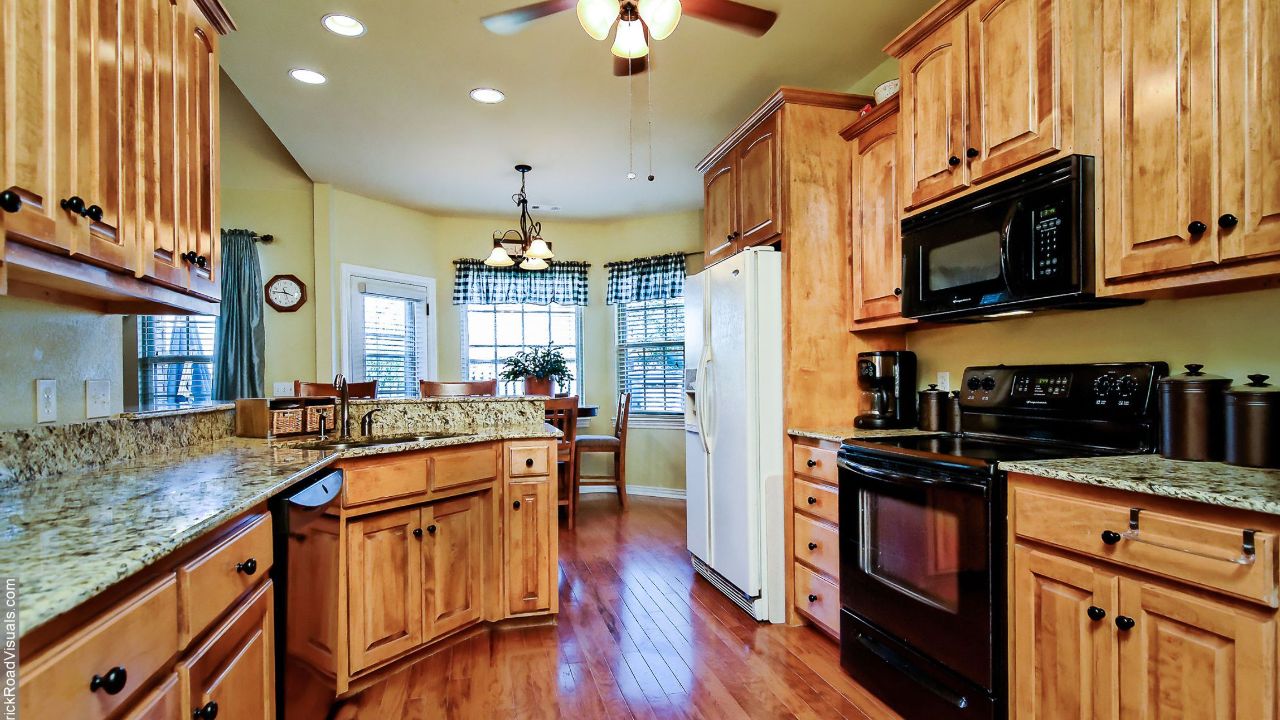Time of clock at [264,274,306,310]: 3:46
